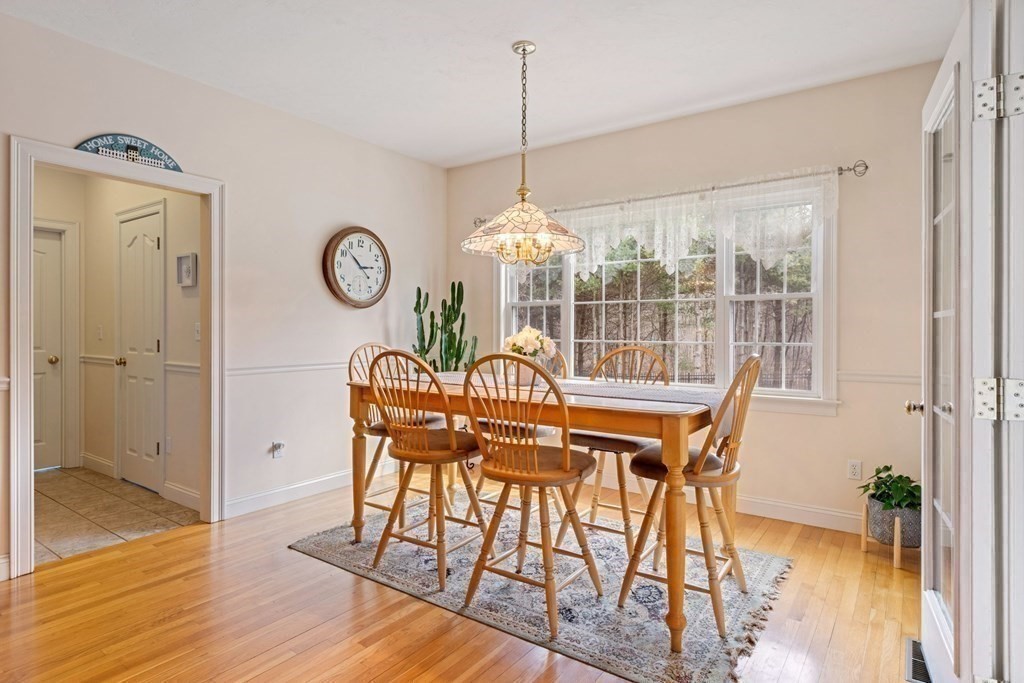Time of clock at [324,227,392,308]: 2:52
